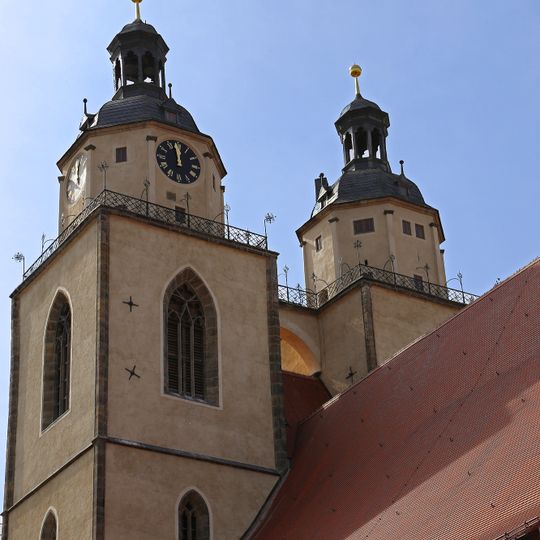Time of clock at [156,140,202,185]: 11:57
